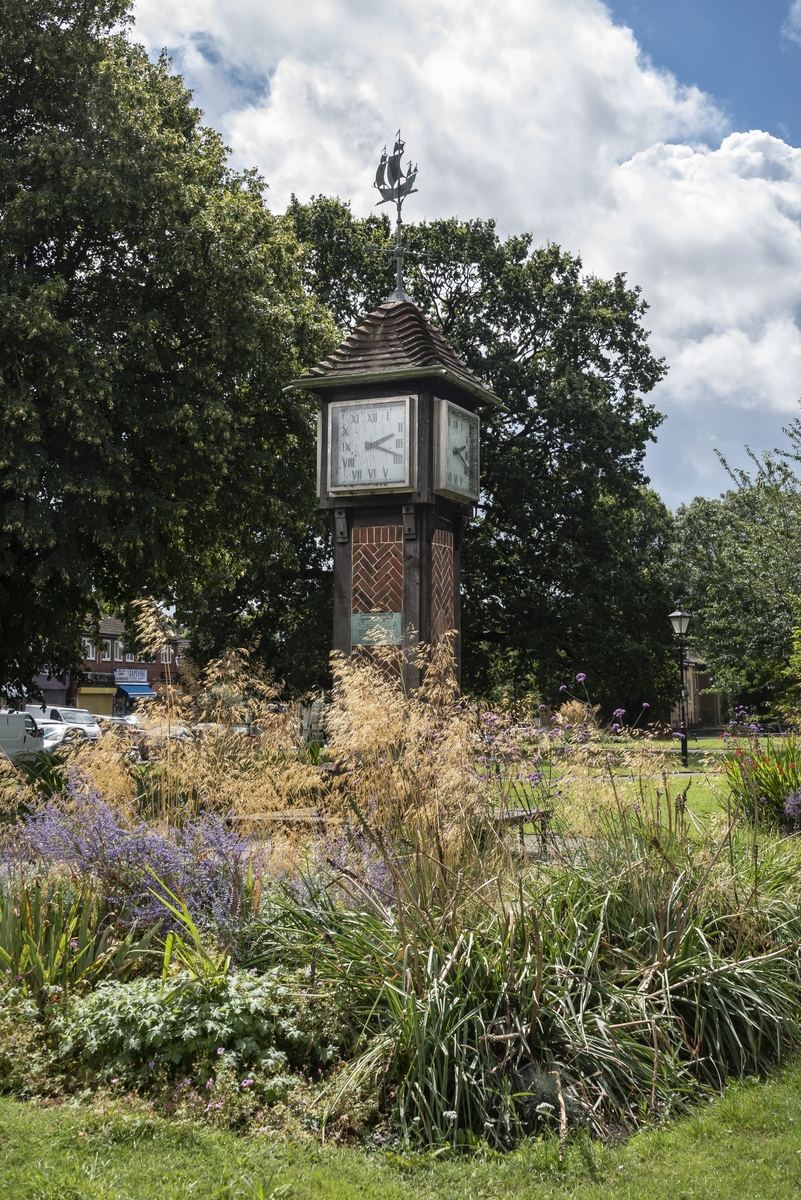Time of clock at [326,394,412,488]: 2:18
